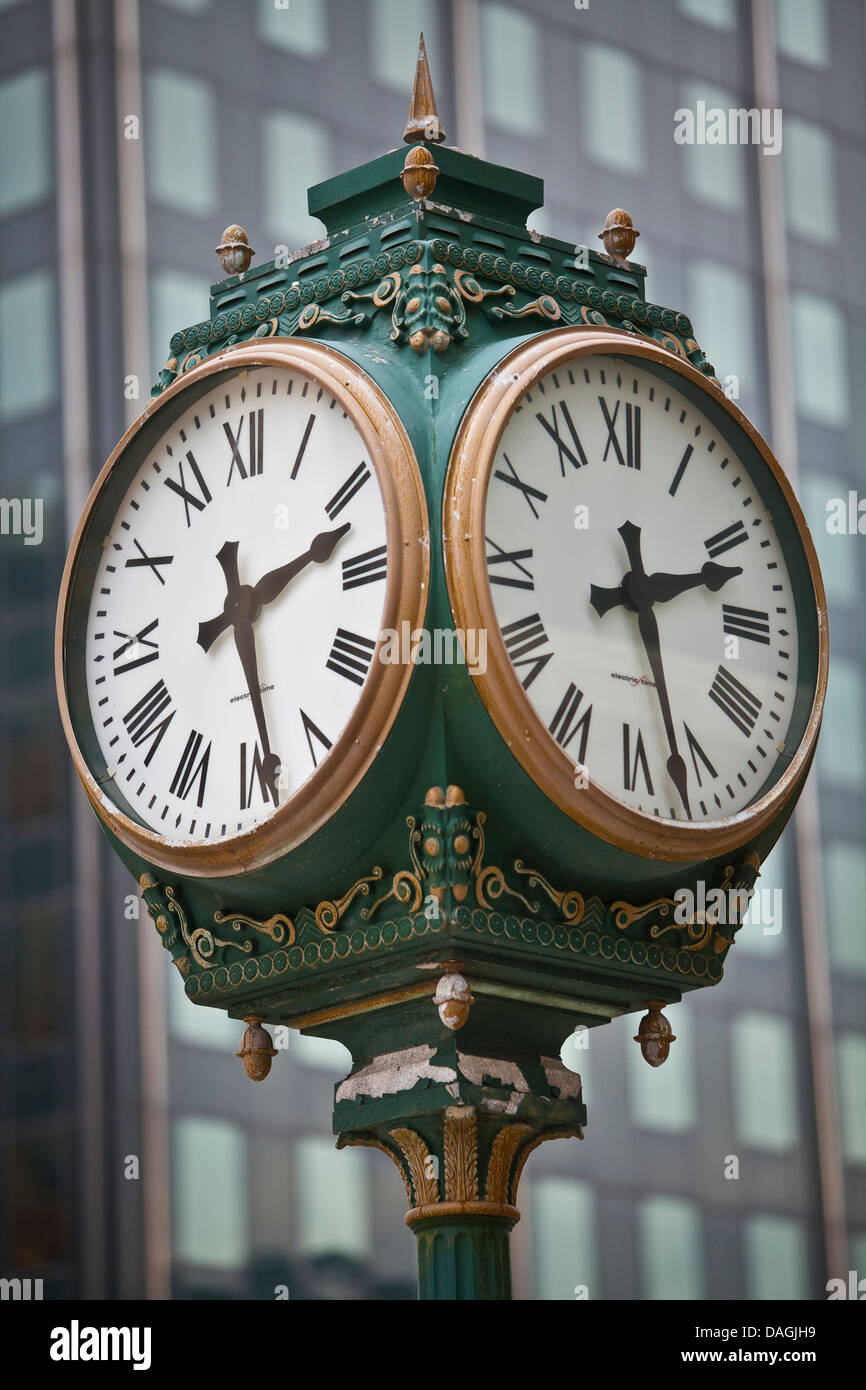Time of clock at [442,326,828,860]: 2:27
